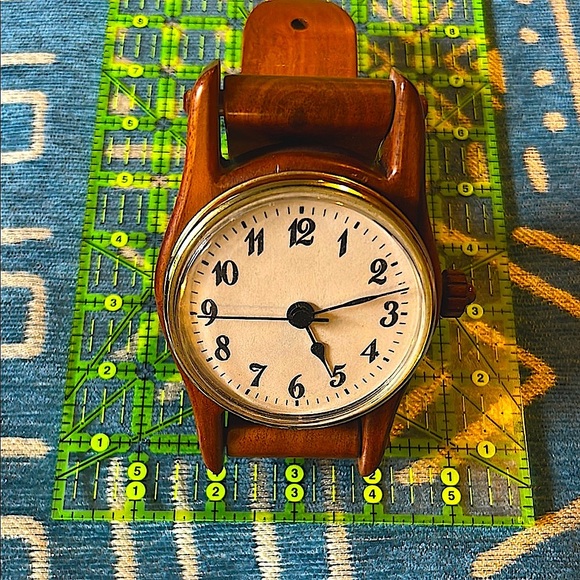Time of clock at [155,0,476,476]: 5:12
